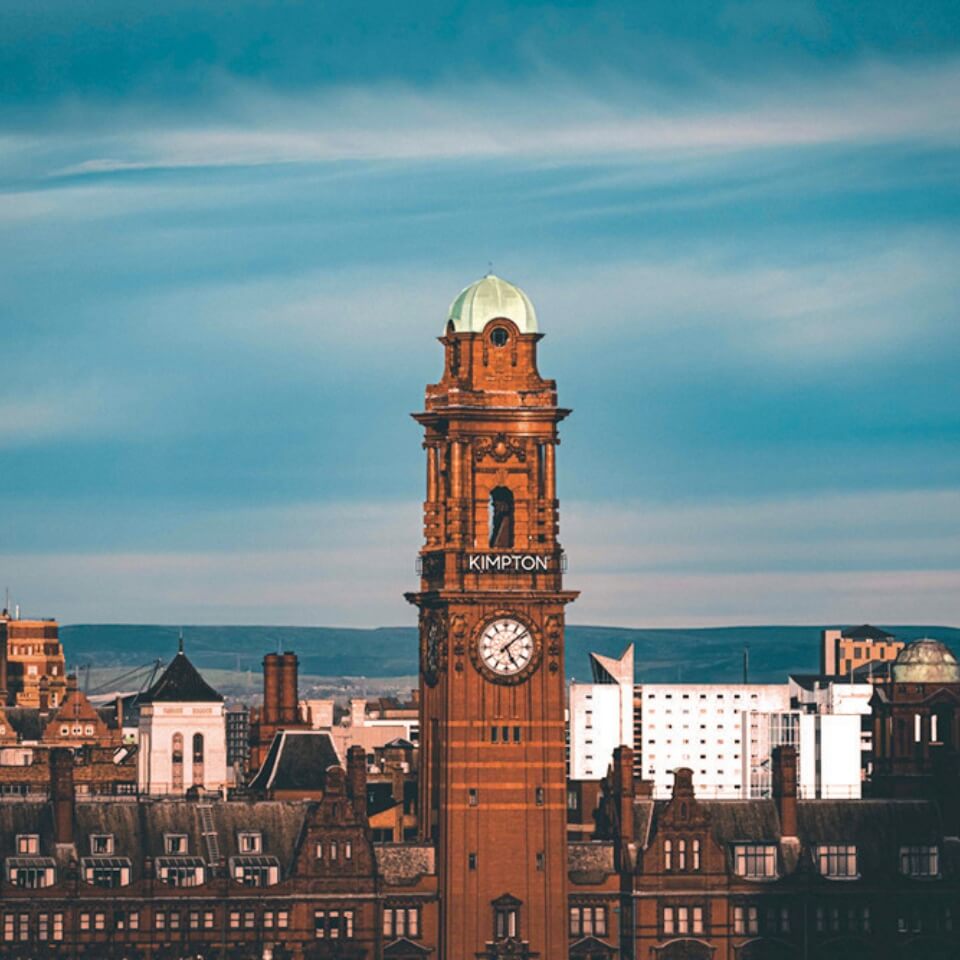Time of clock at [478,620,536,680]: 5:08
